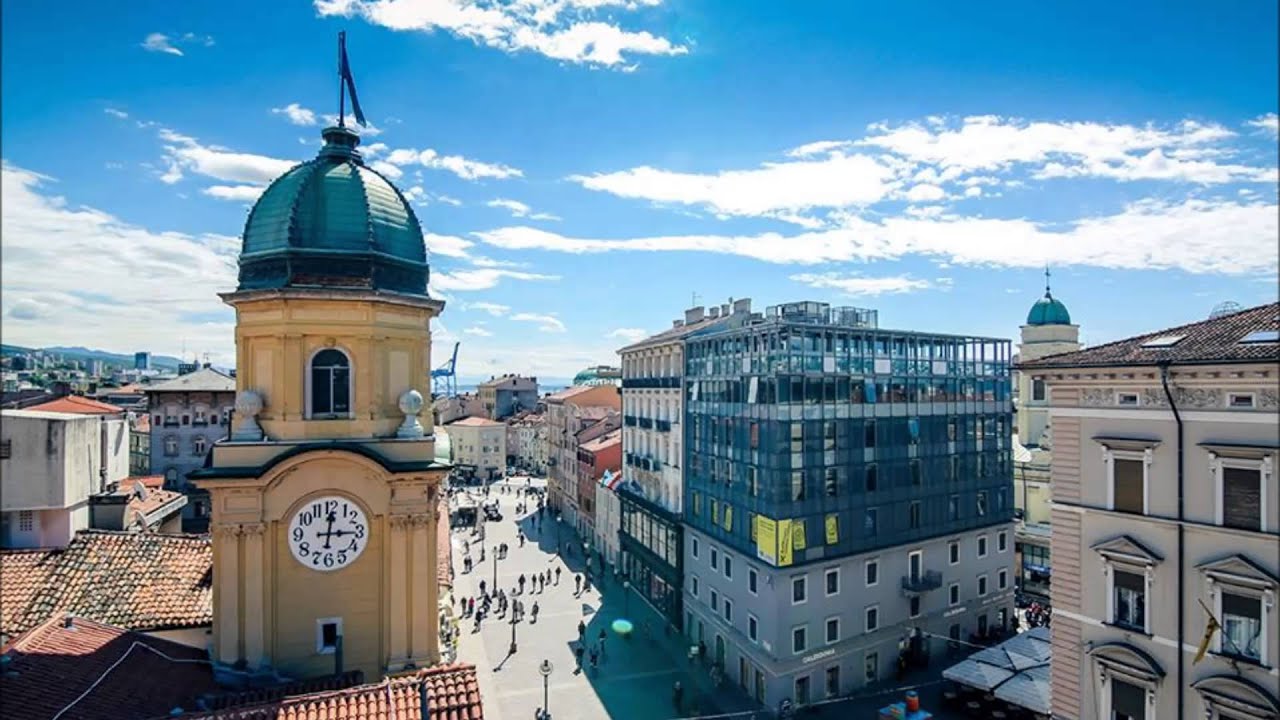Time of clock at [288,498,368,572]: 12:14
